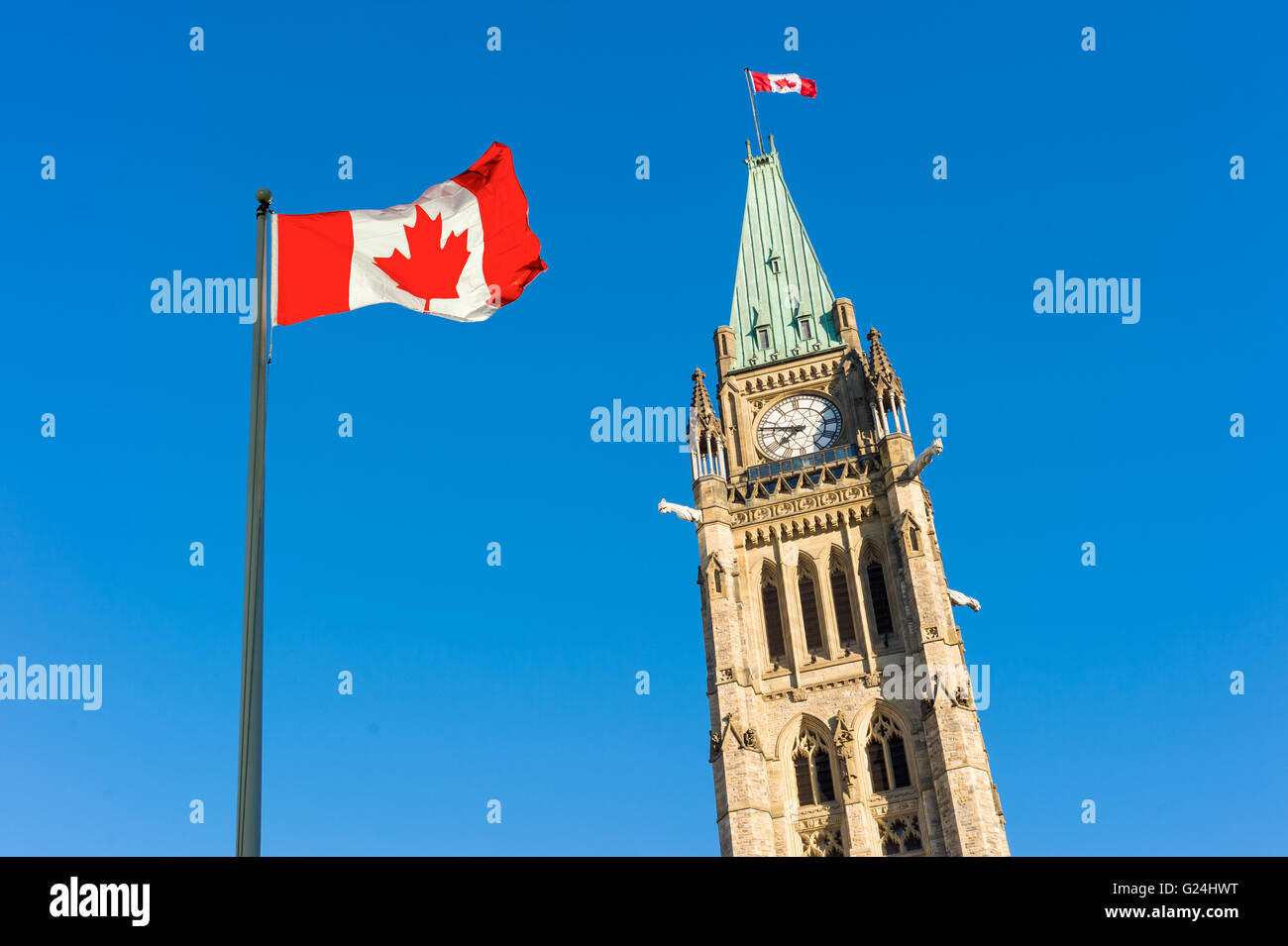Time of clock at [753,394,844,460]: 7:47
